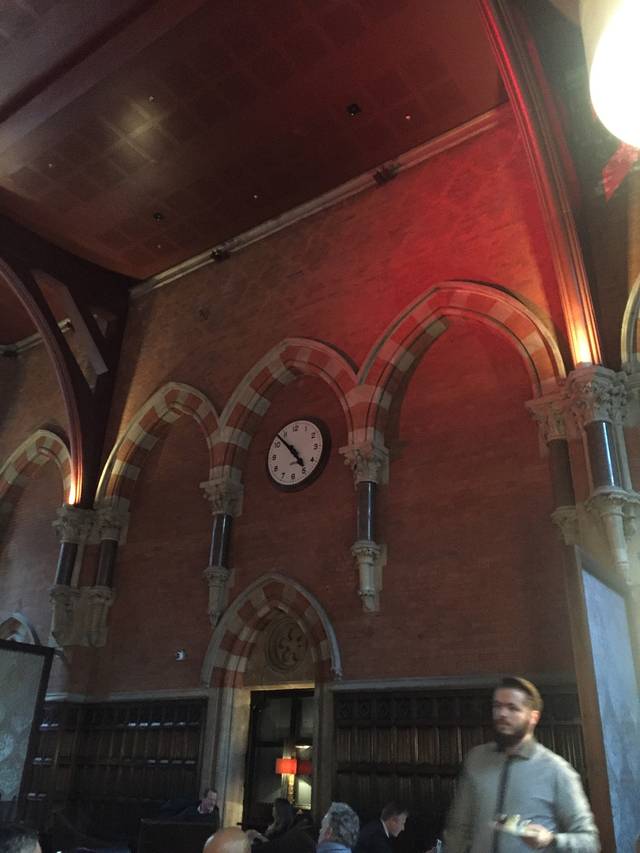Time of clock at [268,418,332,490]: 4:52
